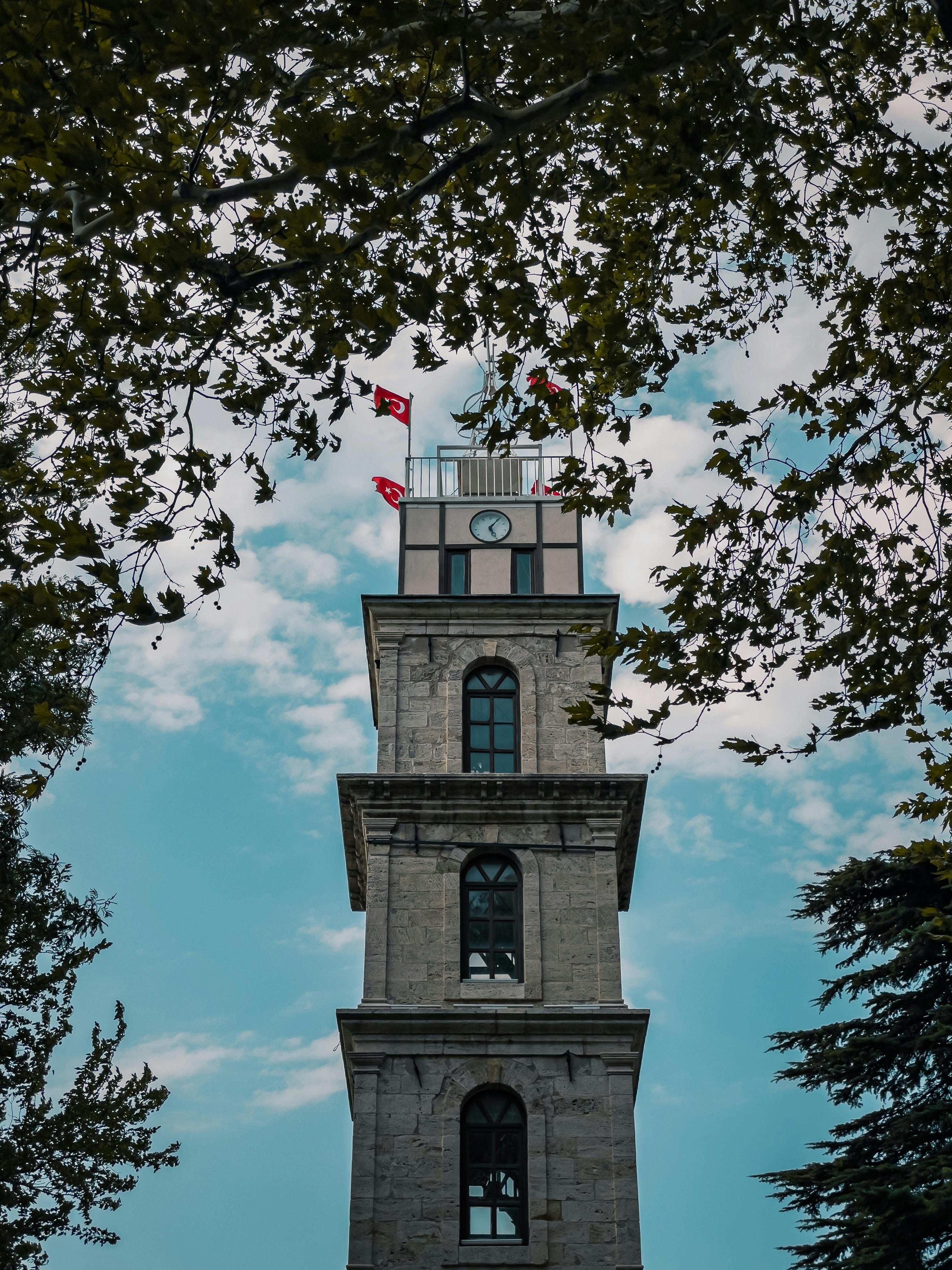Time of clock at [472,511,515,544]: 5:05
